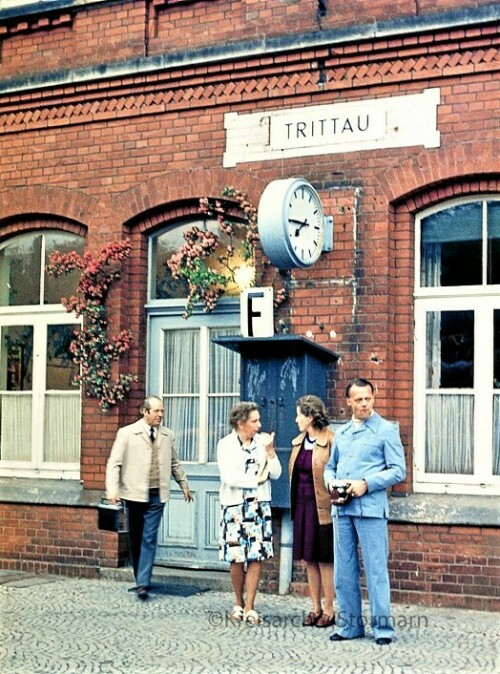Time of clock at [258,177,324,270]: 7:45
